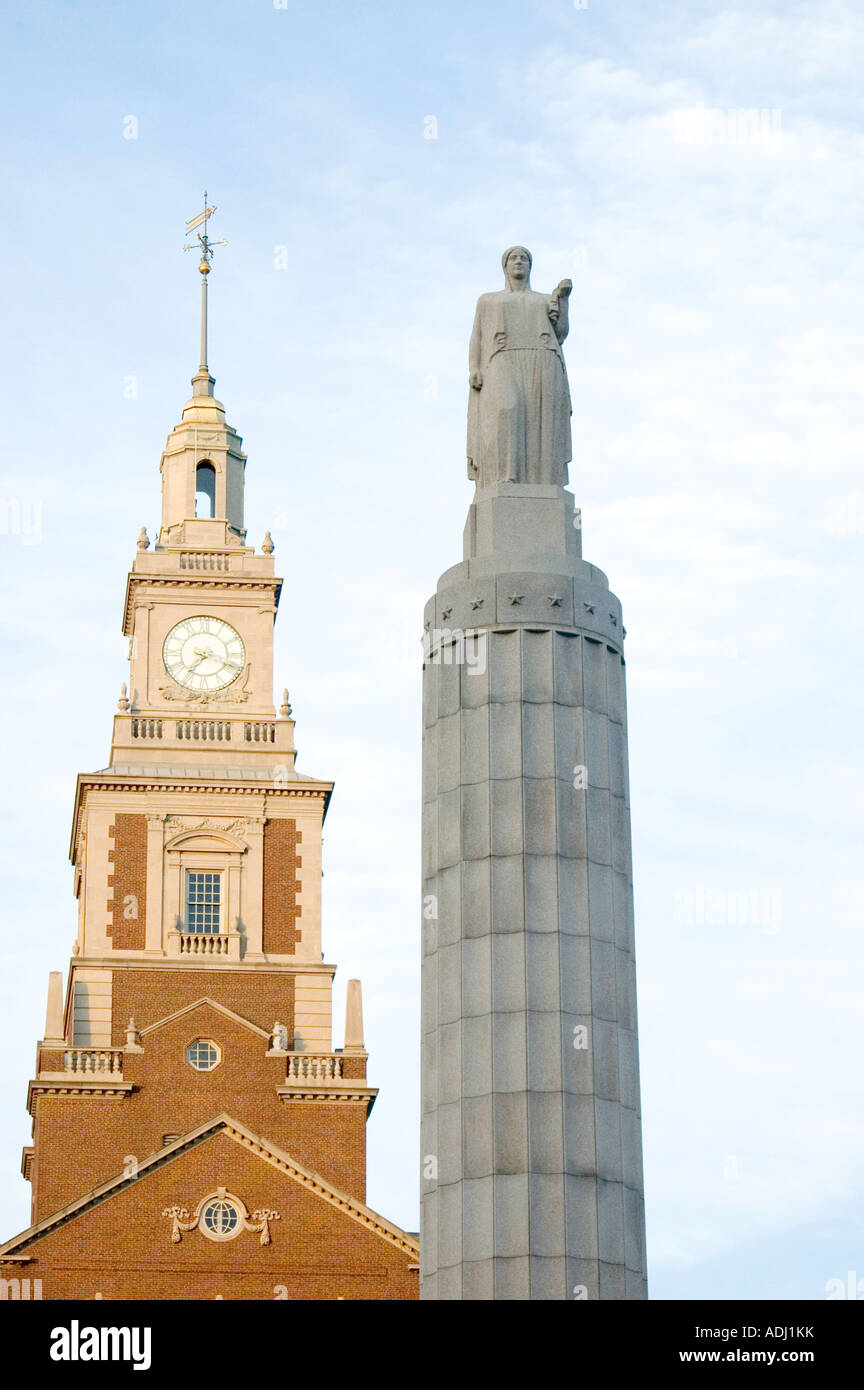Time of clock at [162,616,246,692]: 7:18
